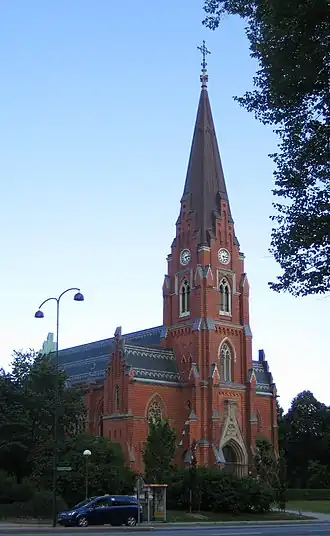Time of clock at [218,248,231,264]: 6:15
